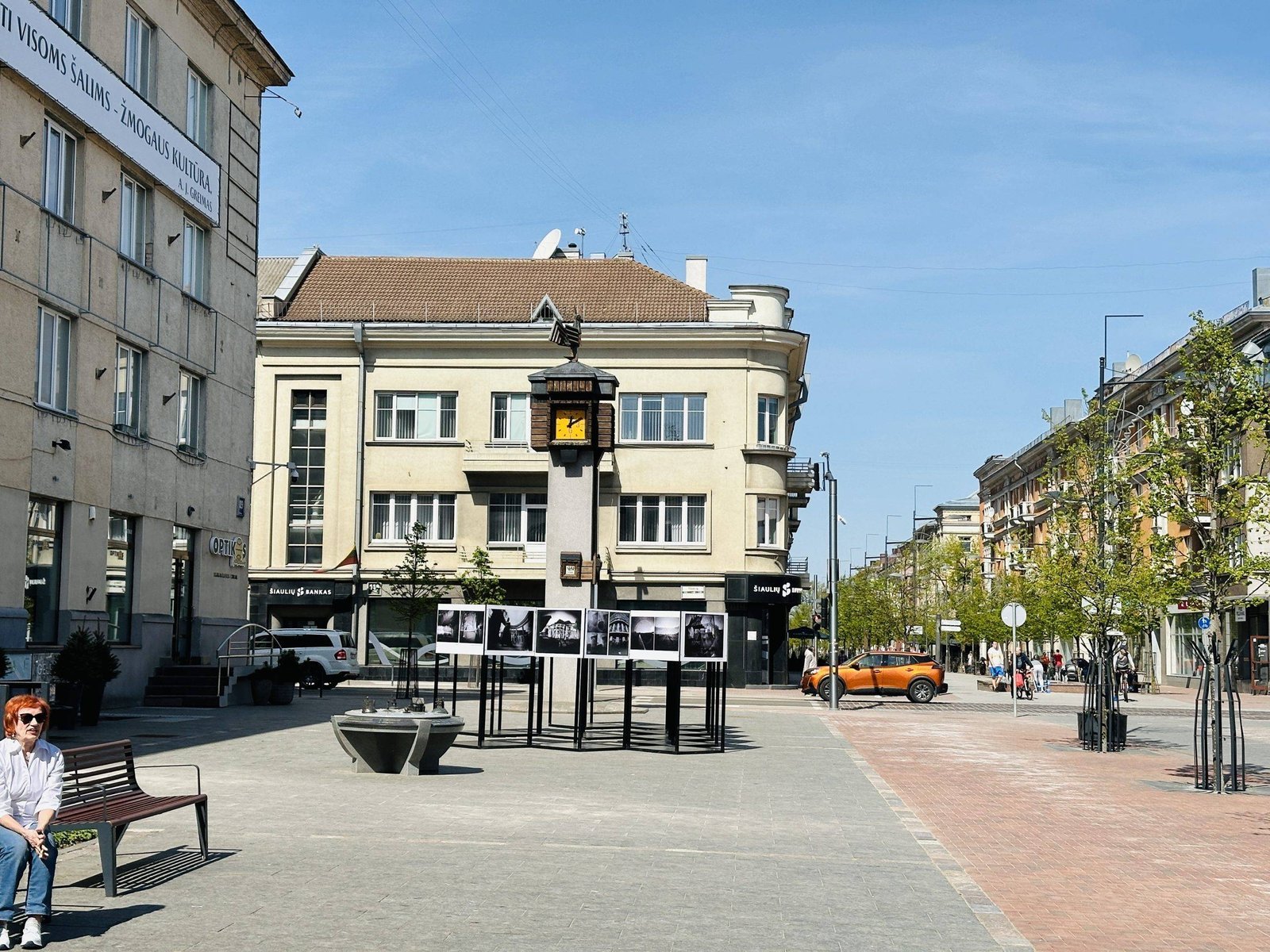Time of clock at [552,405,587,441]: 12:10
